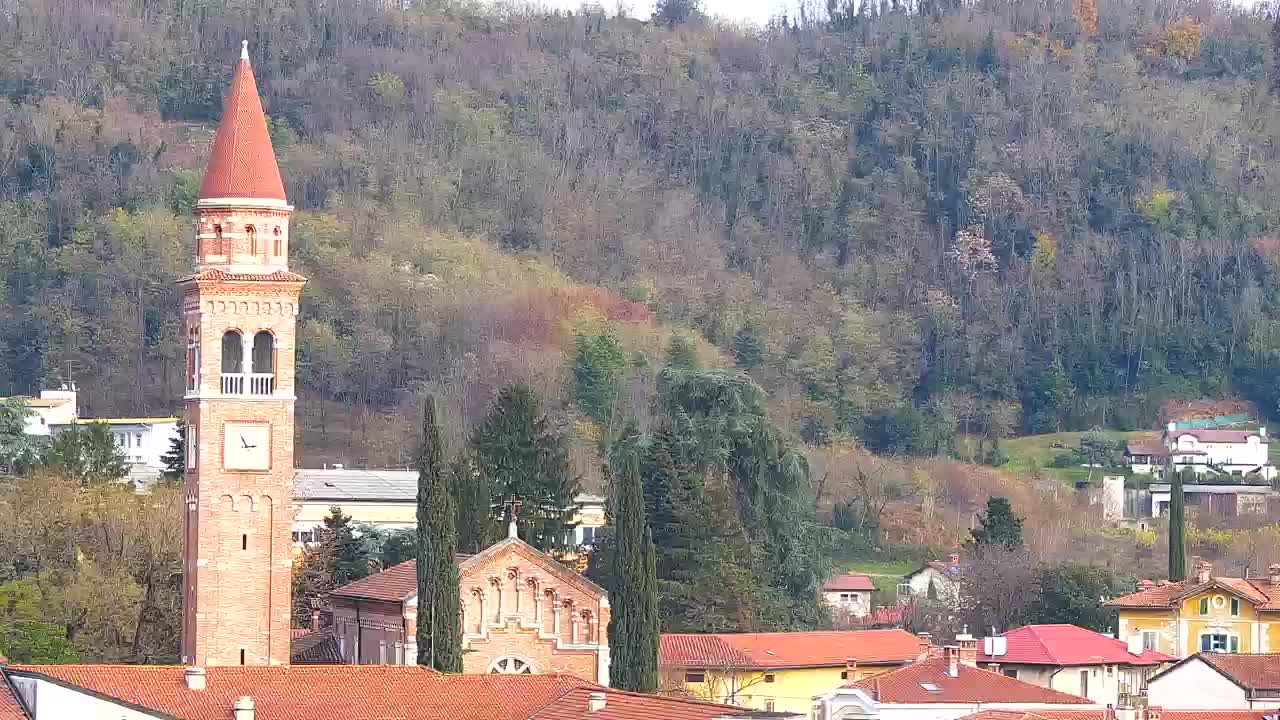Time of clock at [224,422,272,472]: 2:55
